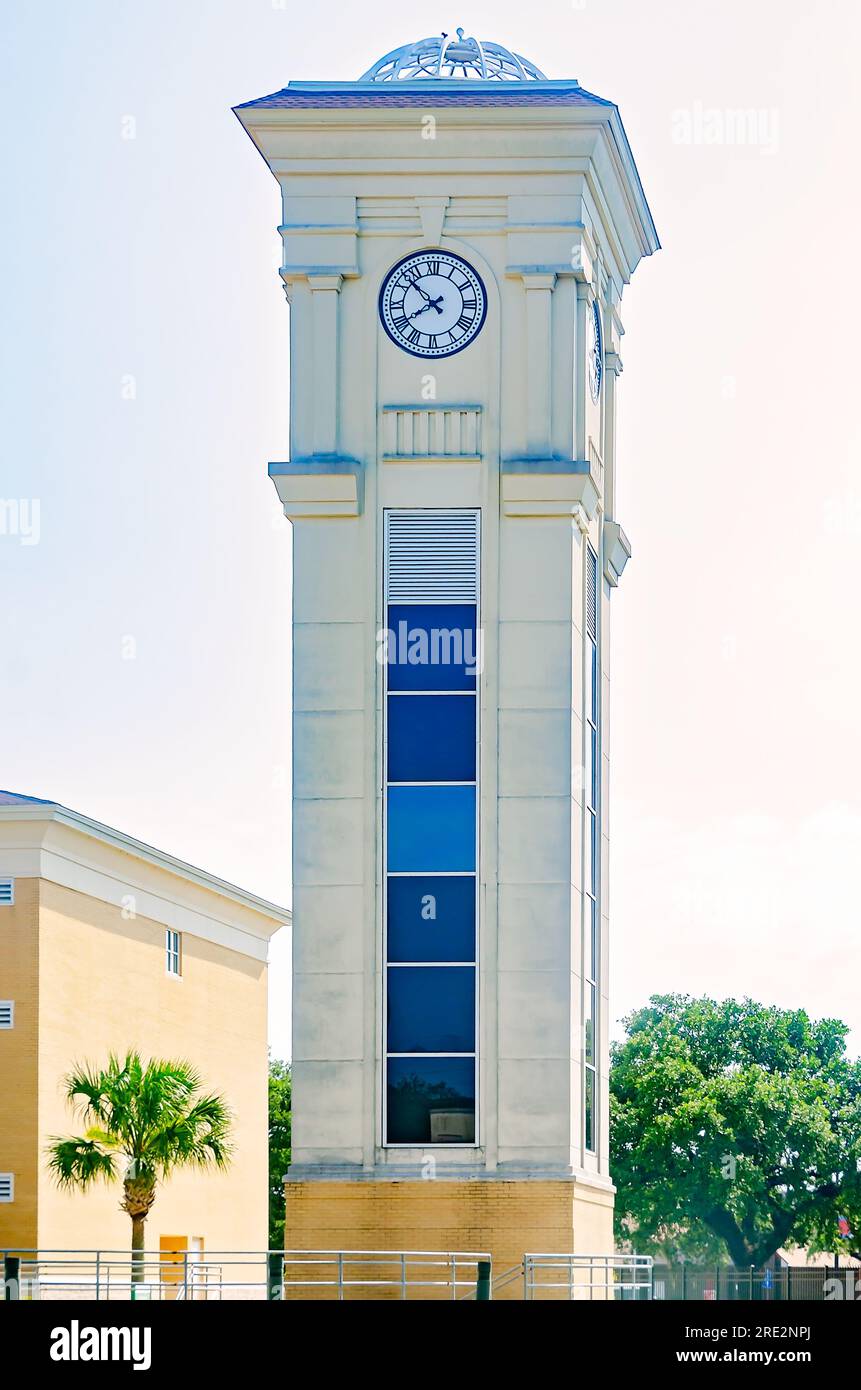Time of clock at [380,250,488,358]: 7:52
